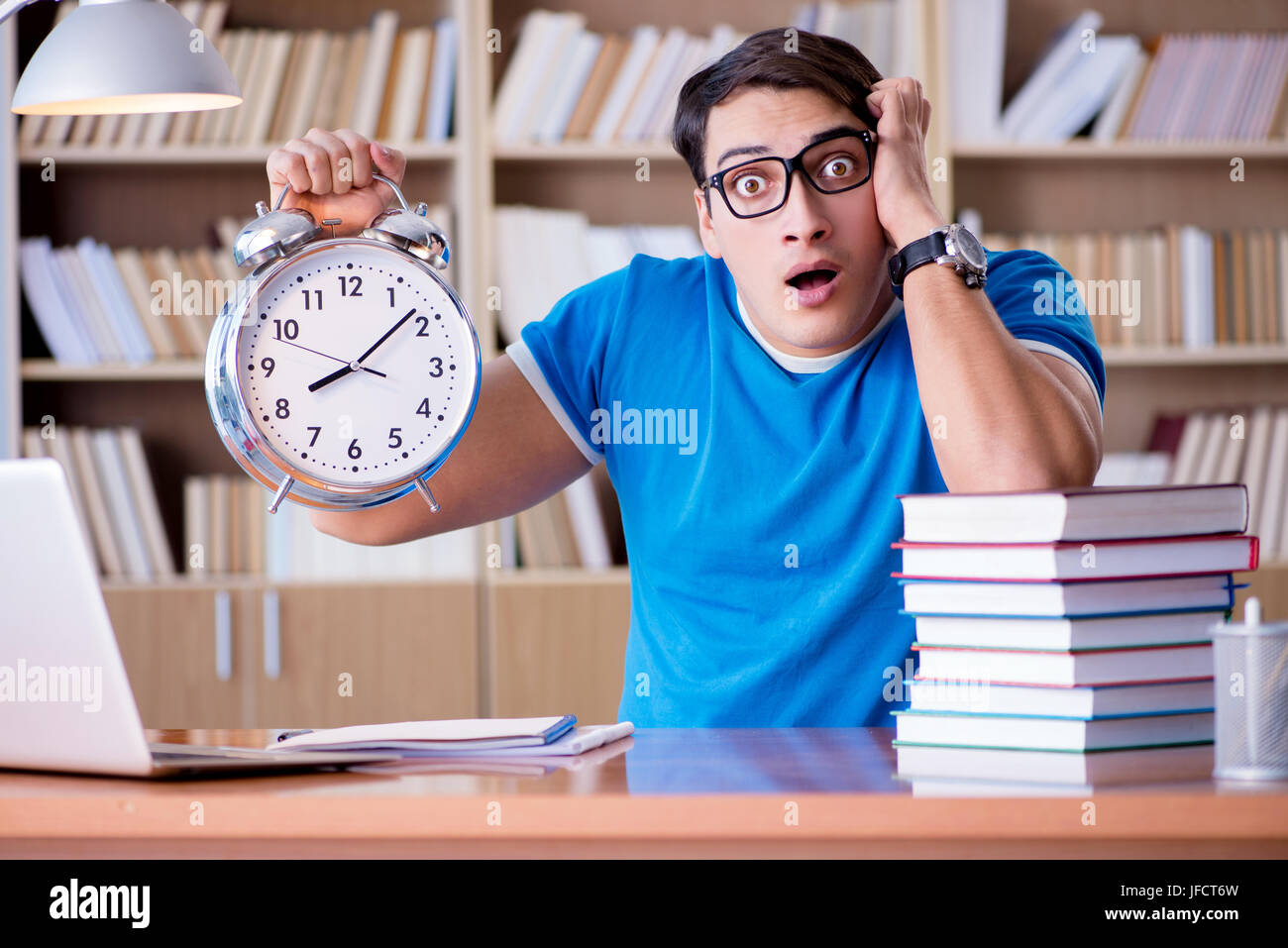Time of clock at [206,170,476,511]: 8:08
